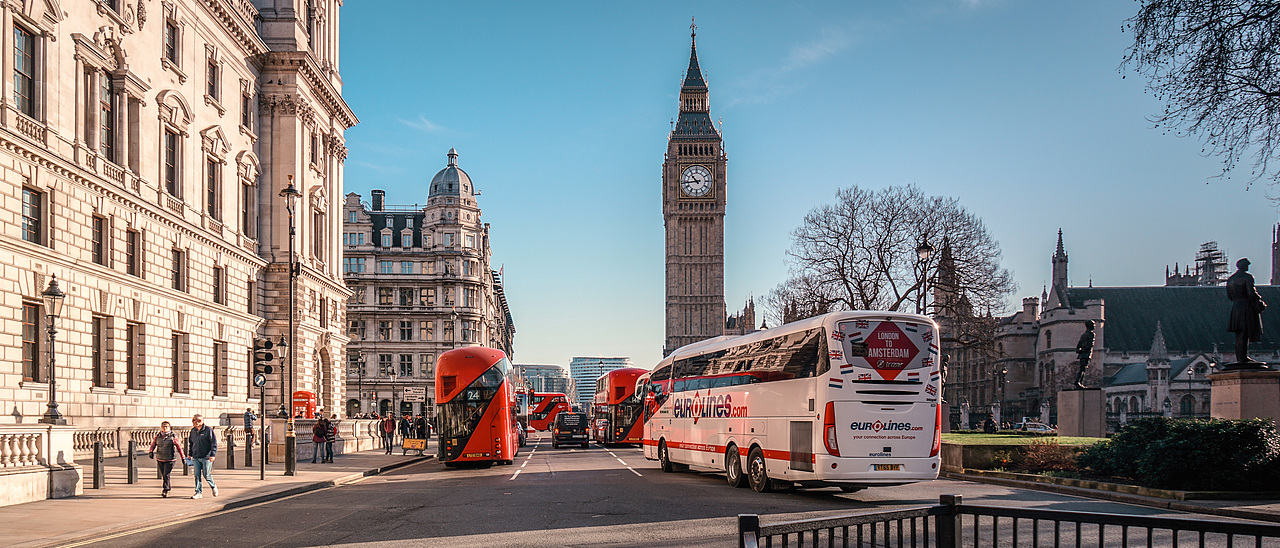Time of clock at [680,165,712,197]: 10:43
